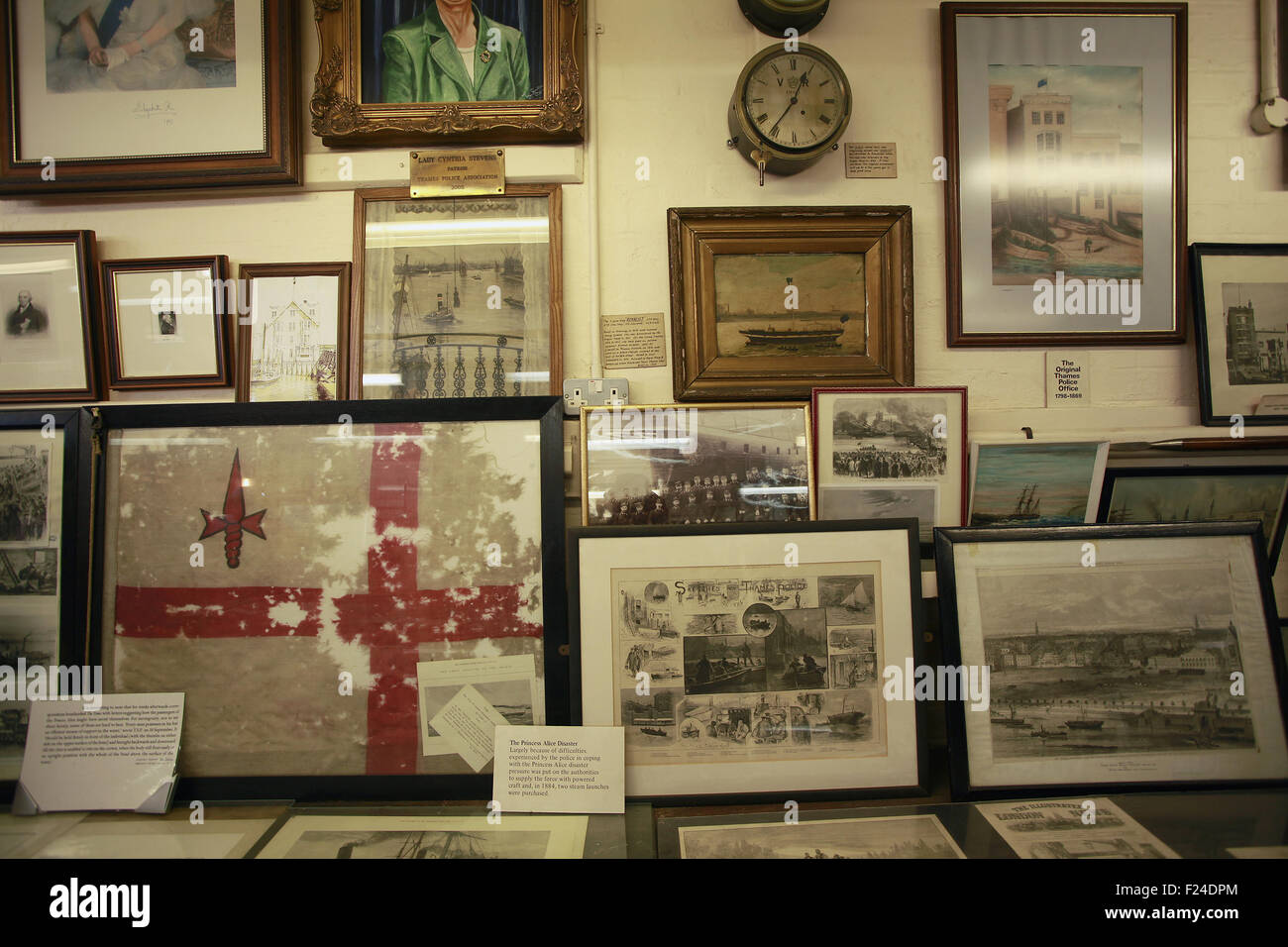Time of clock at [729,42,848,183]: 12:36
